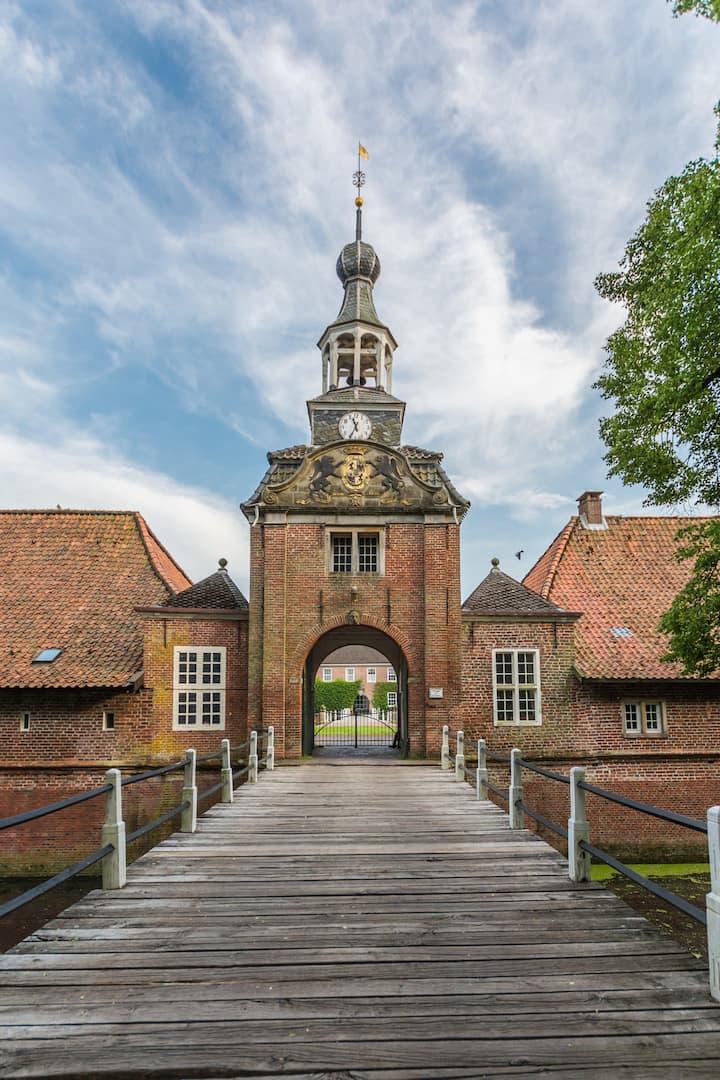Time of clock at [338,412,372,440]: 11:34
